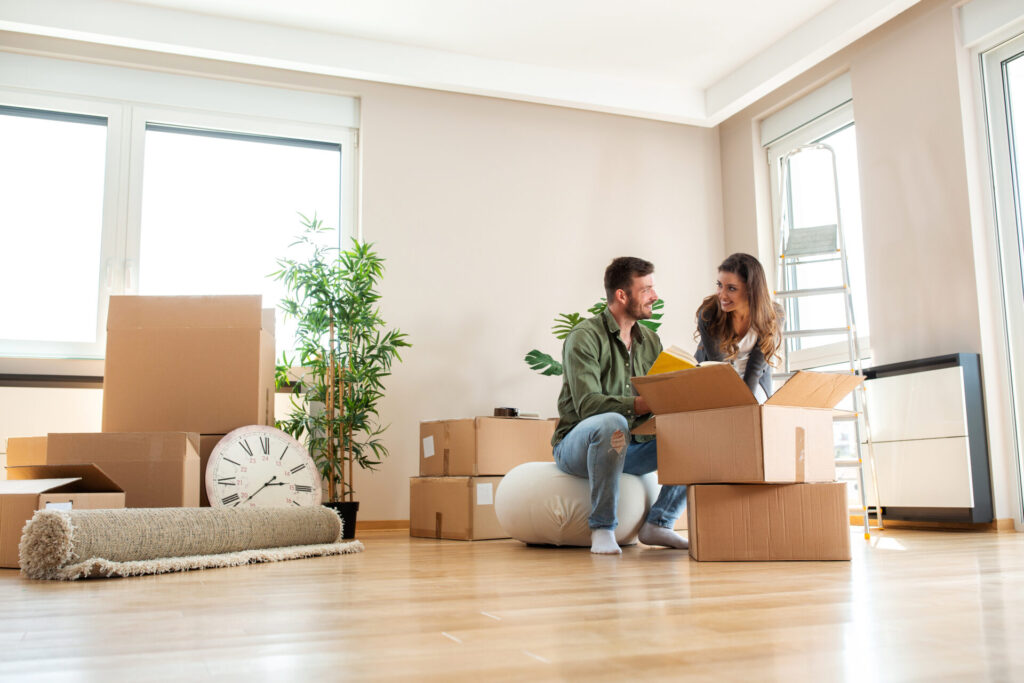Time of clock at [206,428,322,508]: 2:38
